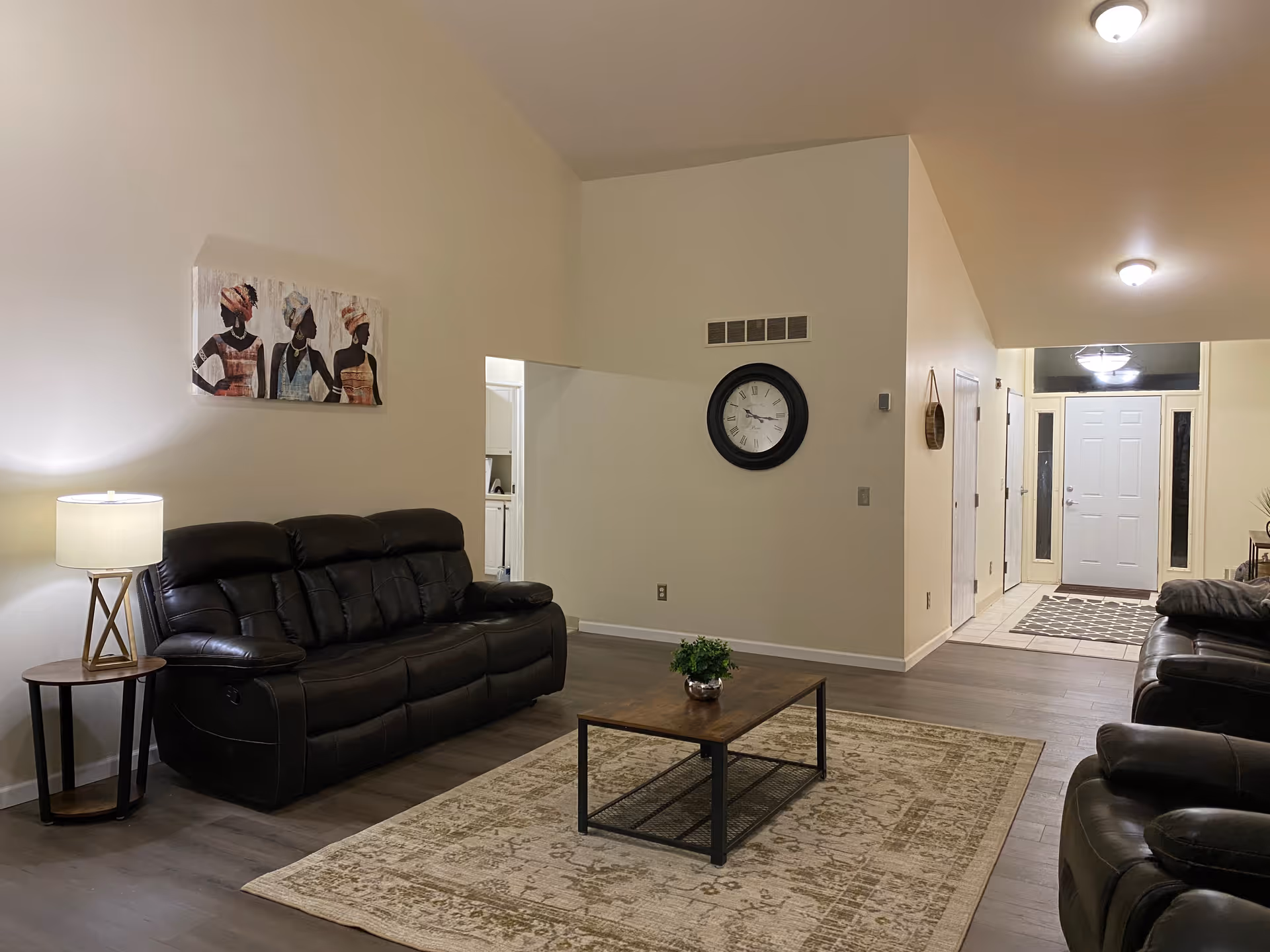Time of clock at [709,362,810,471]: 10:16
